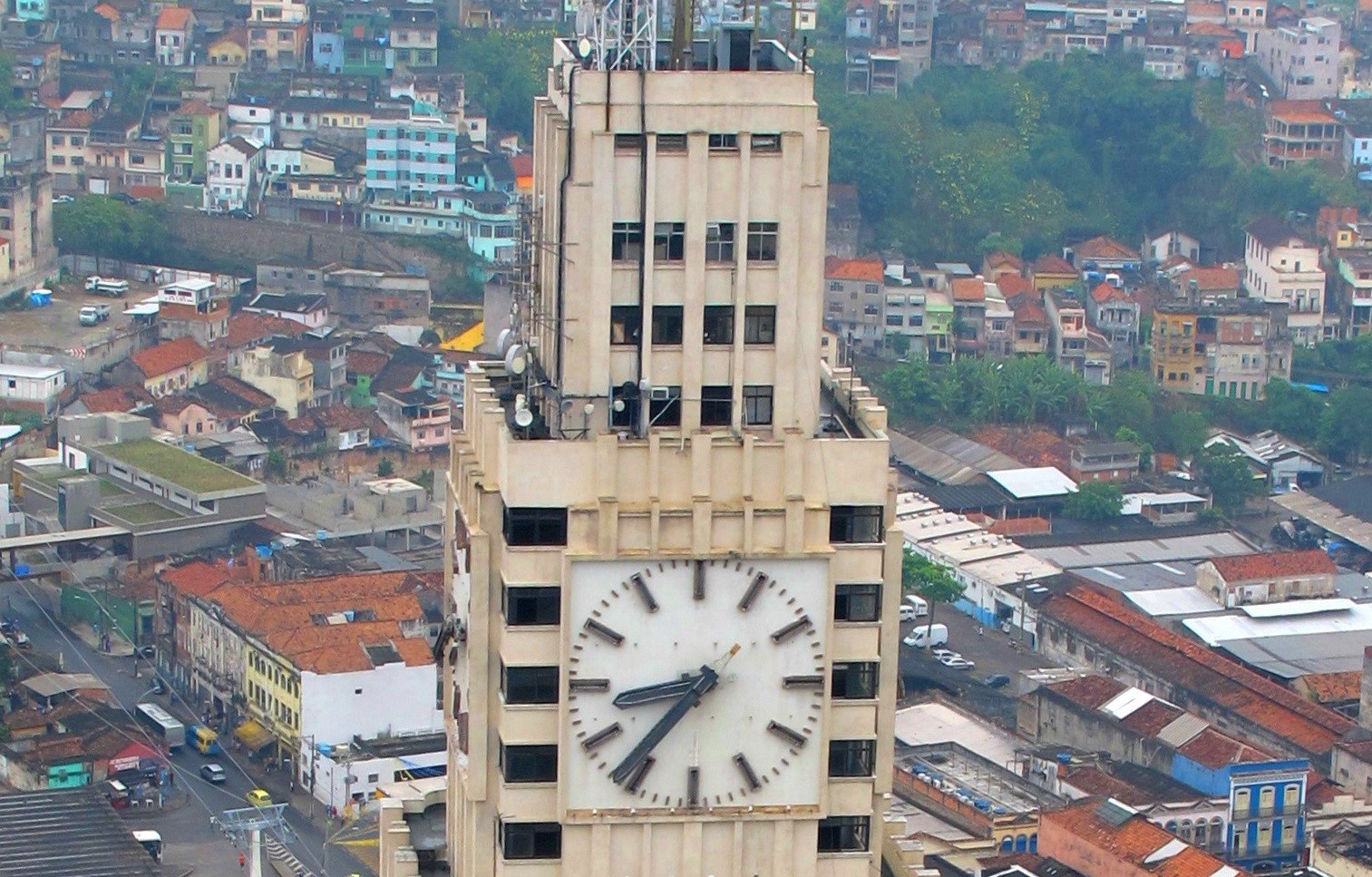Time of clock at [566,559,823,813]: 8:36
